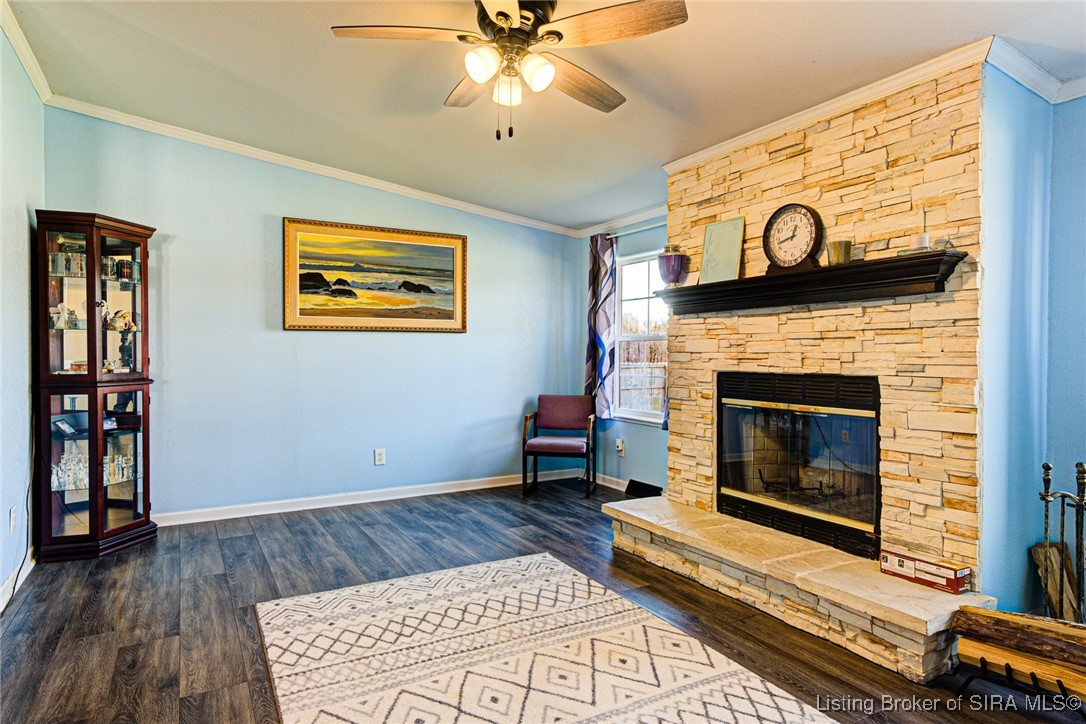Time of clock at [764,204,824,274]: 12:42
